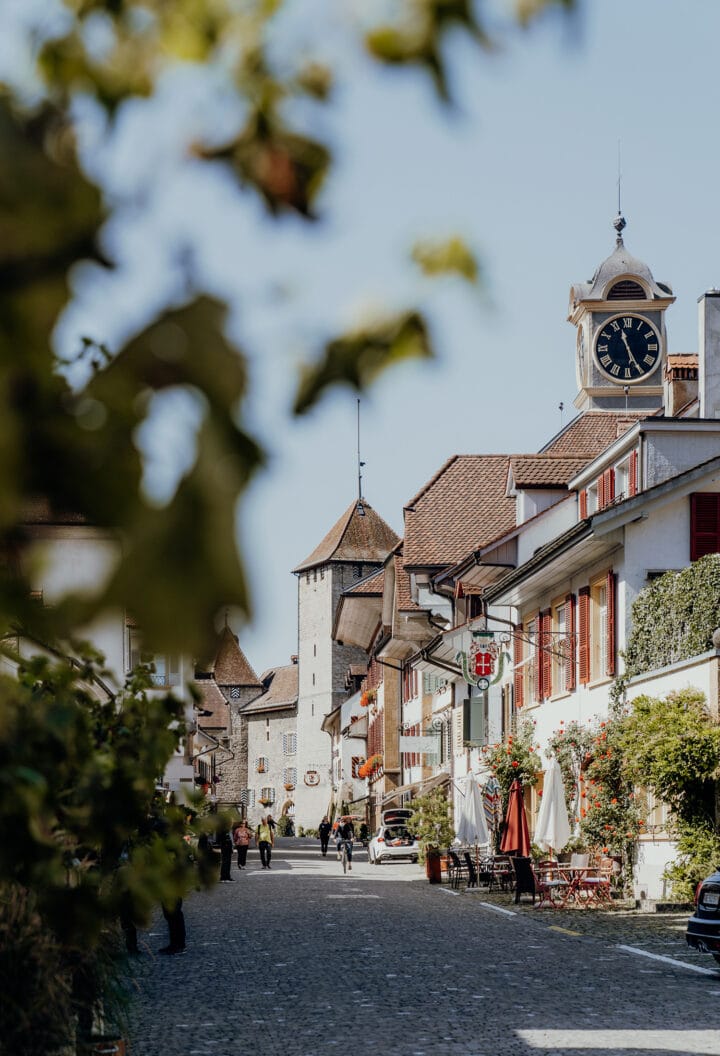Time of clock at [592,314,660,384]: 11:25
